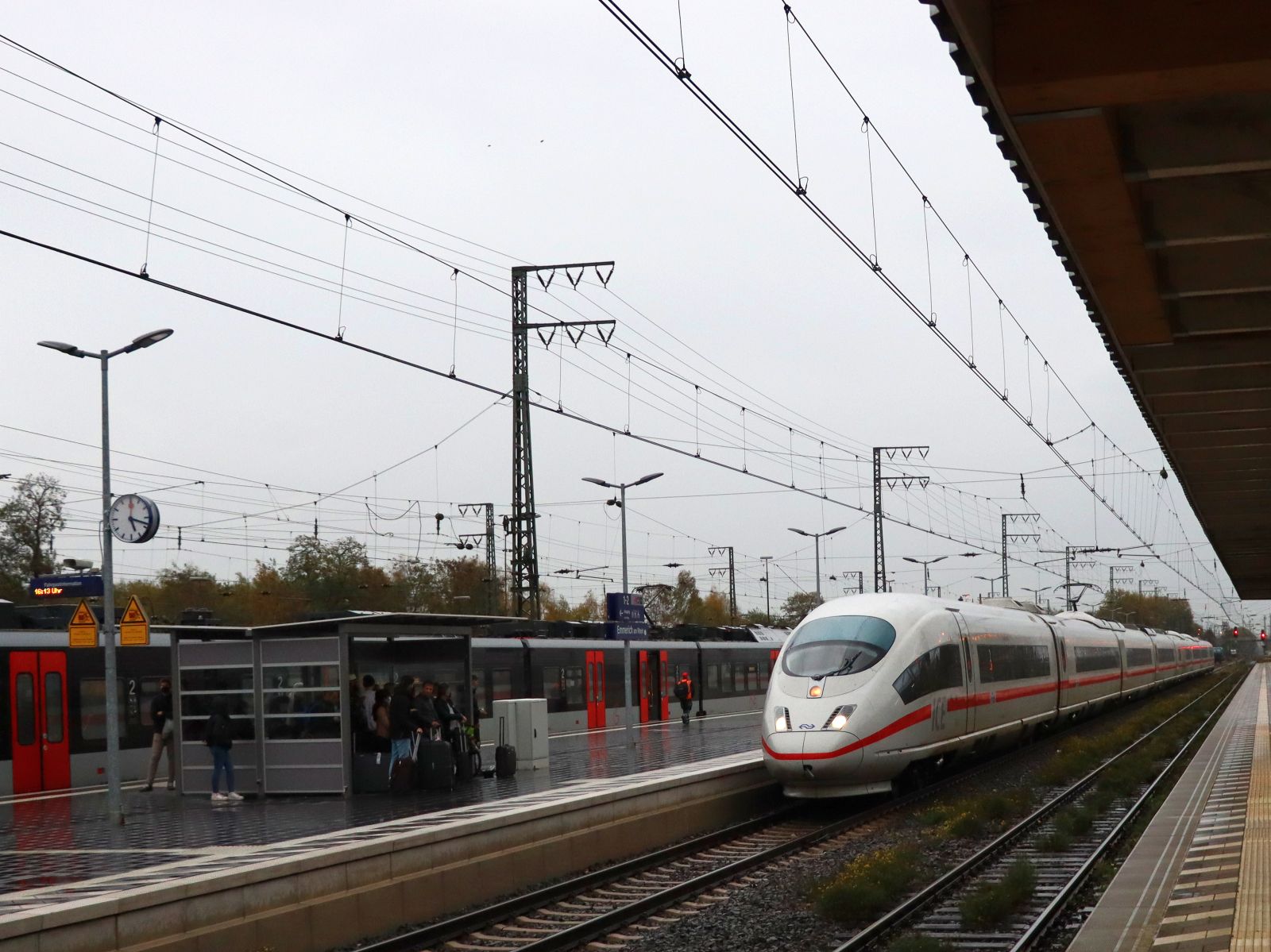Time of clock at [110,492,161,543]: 5:18
